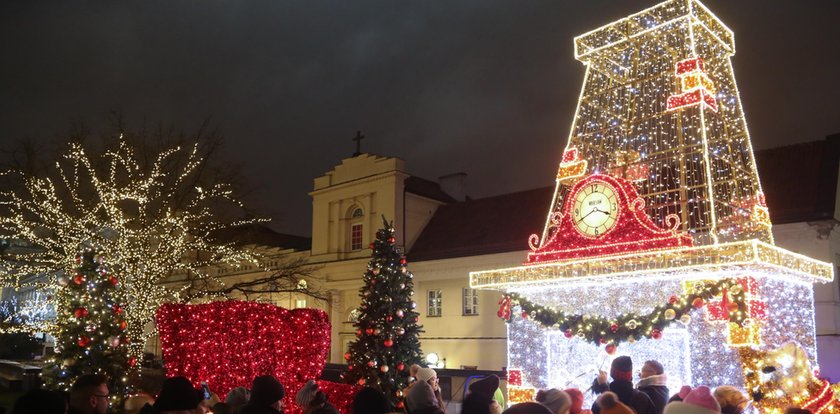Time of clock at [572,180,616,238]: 3:40
